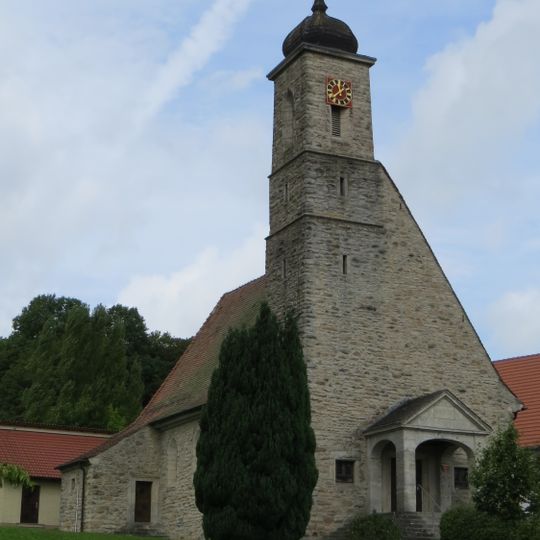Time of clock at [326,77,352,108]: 11:38
